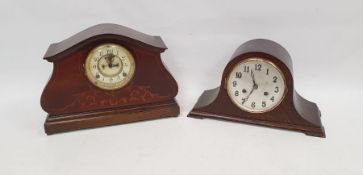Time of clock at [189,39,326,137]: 11:35
